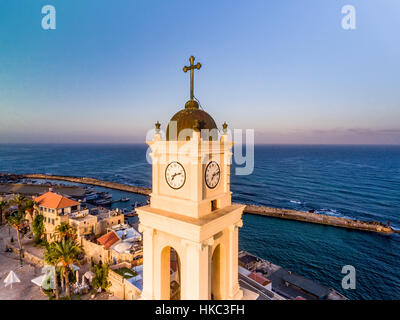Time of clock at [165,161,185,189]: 7:12
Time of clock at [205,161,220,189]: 7:12
